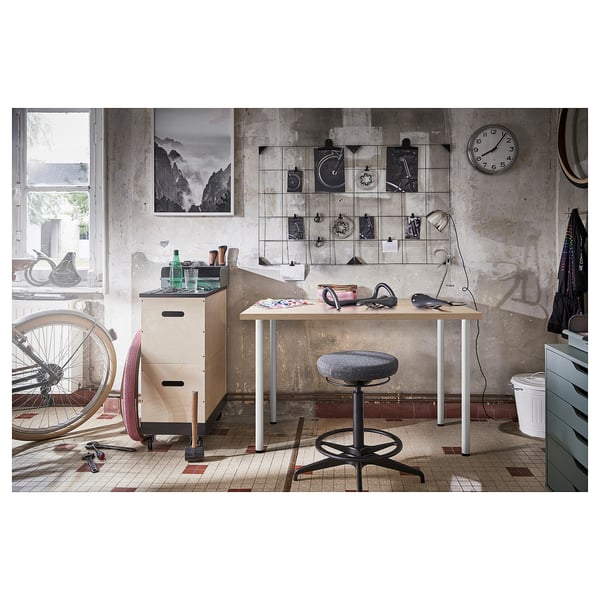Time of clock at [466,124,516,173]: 8:06
